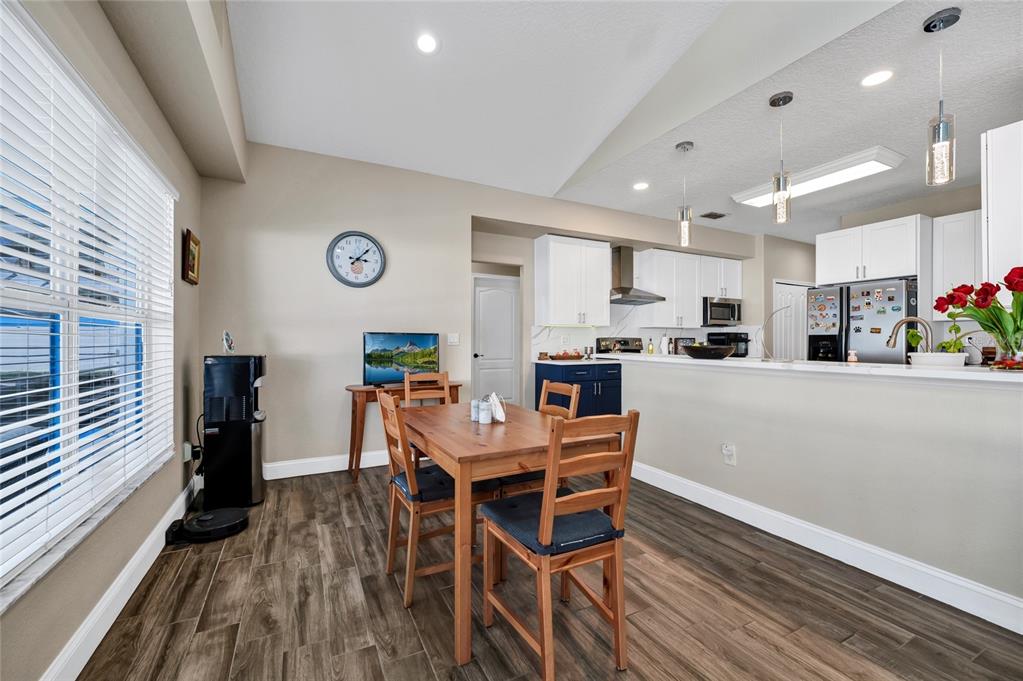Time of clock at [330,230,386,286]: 3:07
